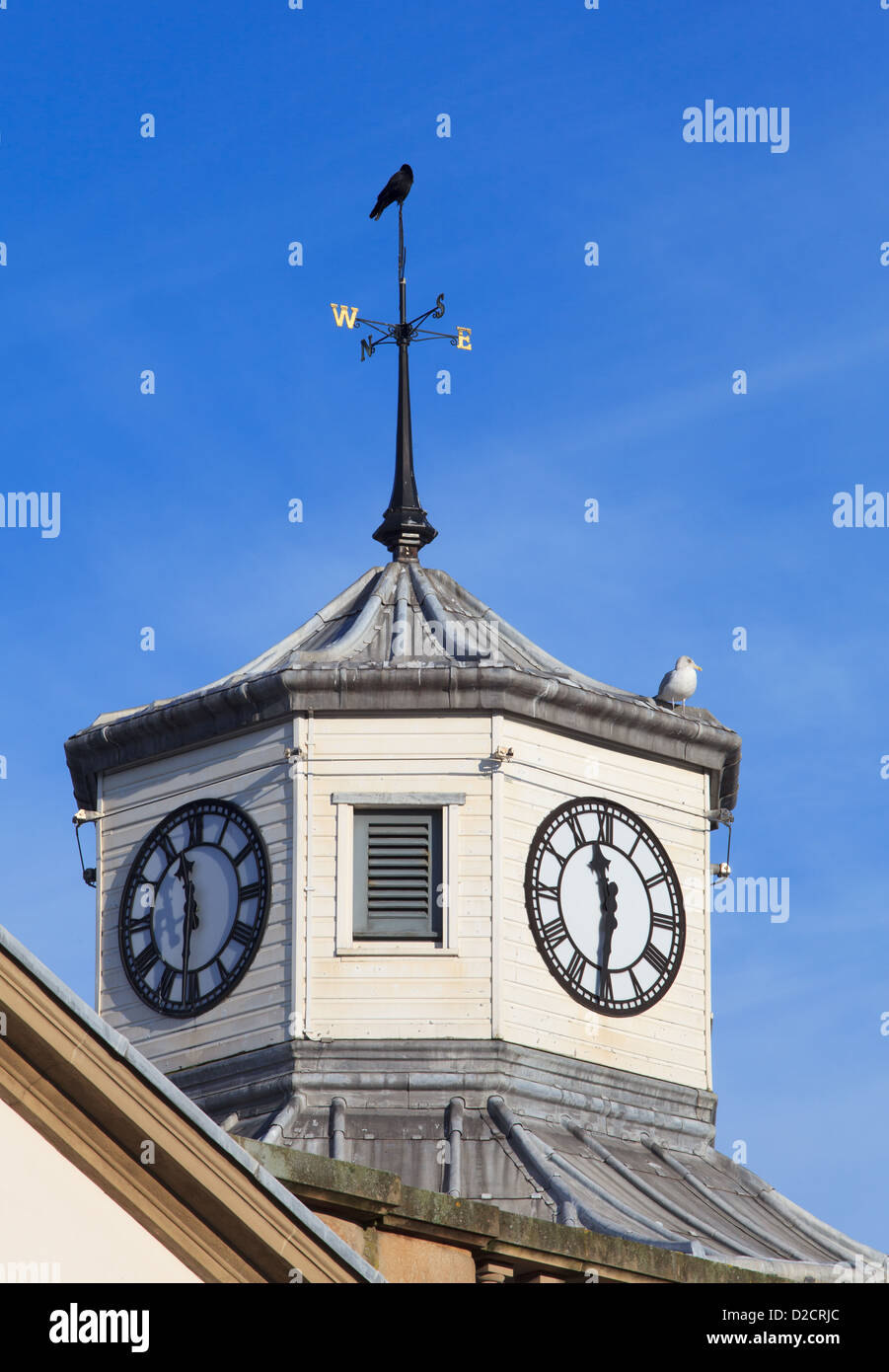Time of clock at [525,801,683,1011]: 11:31
